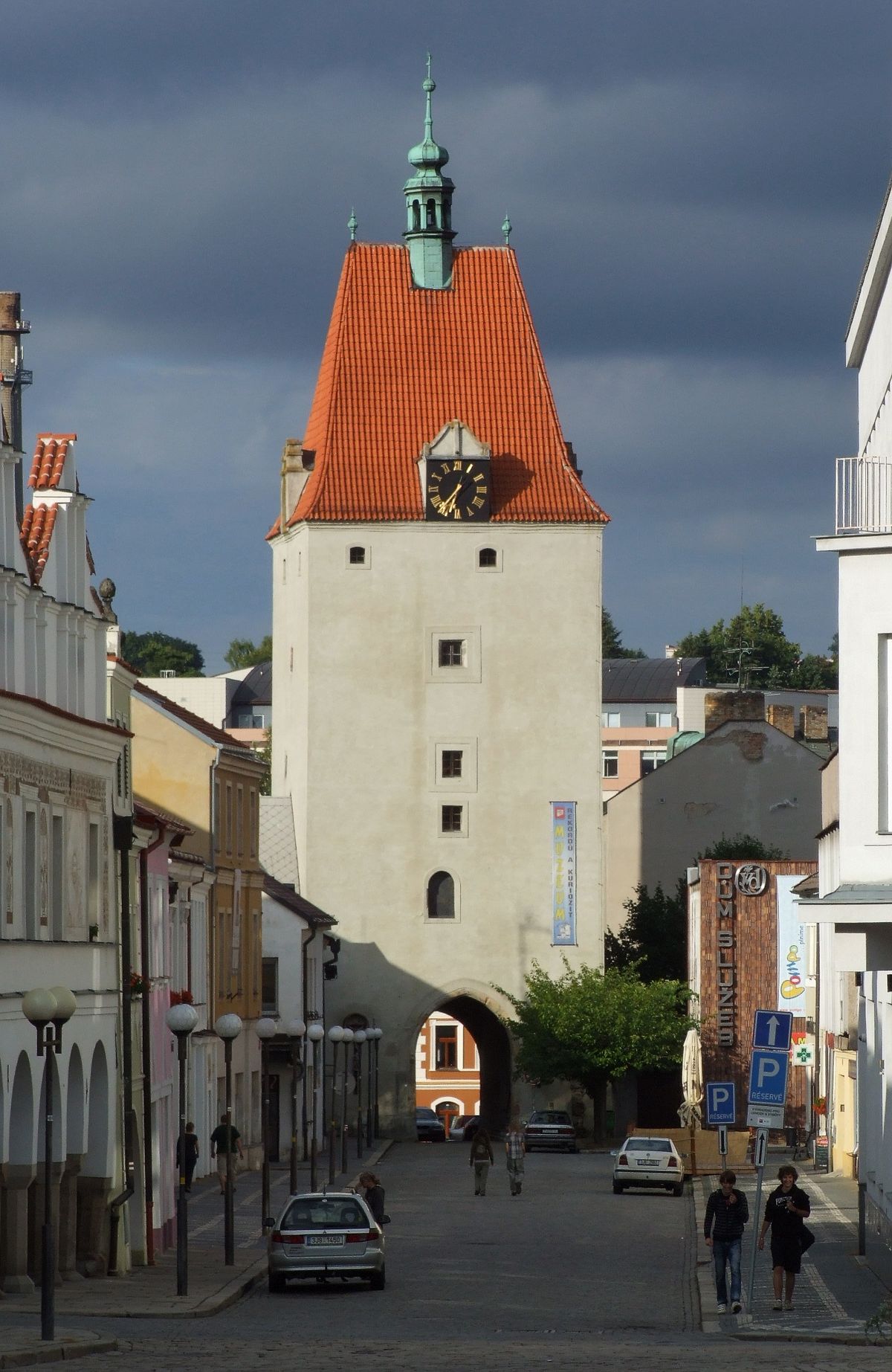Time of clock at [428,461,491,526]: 6:36
